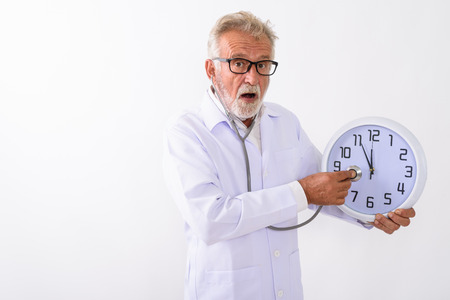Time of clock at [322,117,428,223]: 11:55
